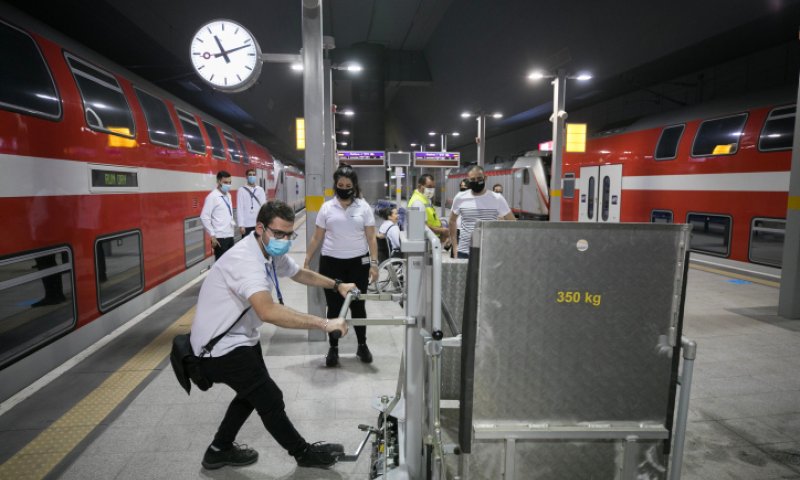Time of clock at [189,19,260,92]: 11:11
